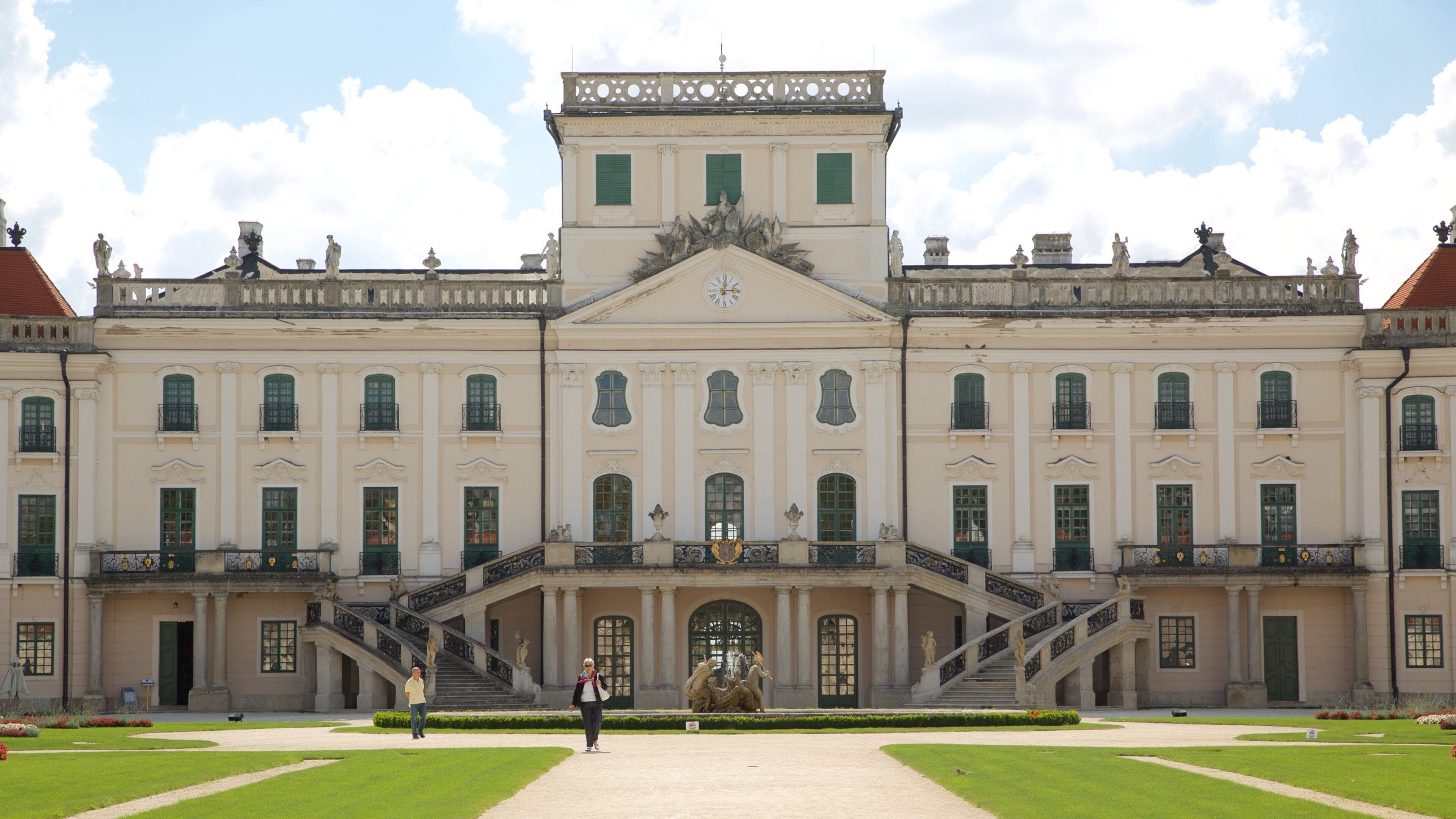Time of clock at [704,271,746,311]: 12:14
